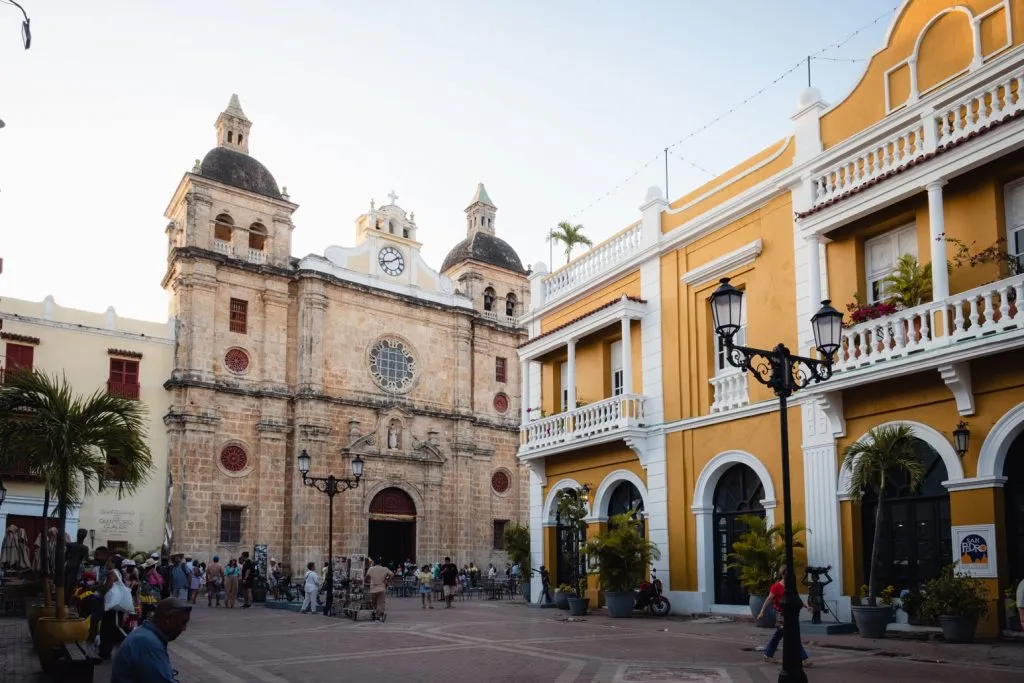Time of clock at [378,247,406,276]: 1:42
